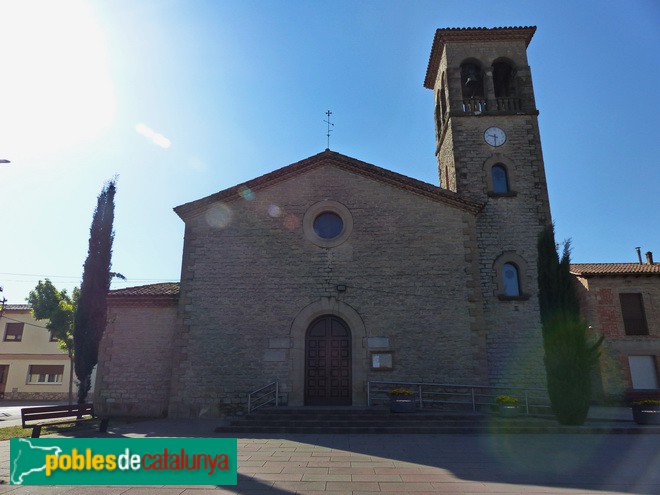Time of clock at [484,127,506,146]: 9:30
